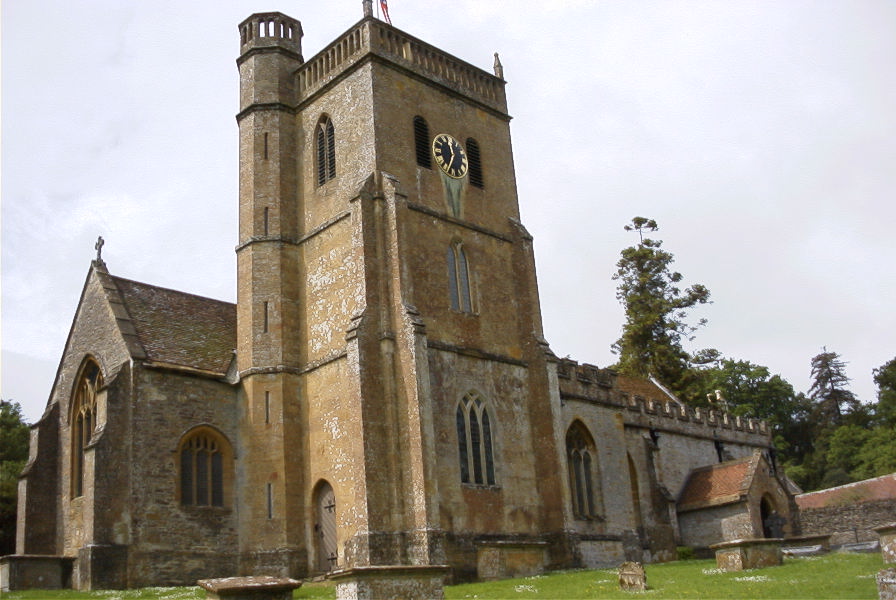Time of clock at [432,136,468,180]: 11:34
